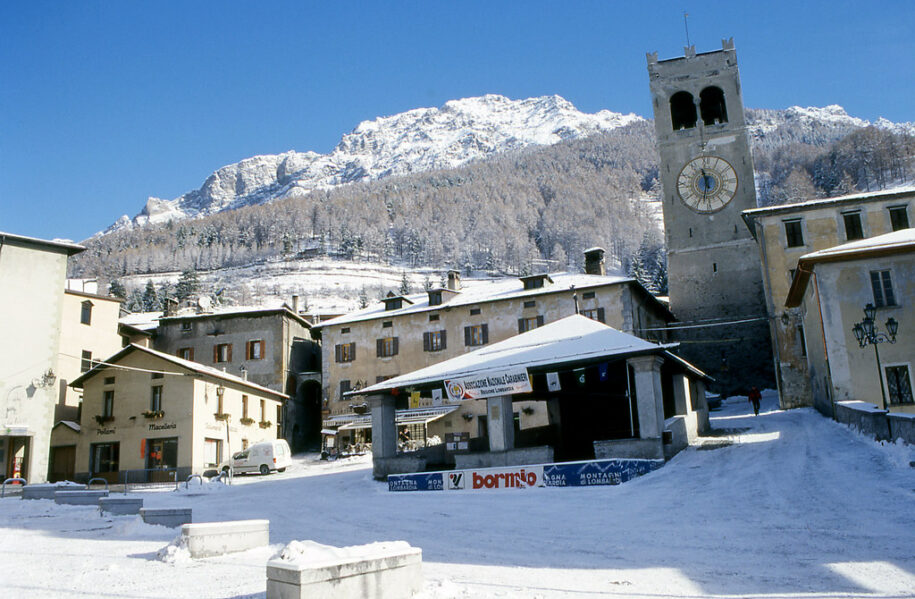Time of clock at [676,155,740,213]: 11:32
